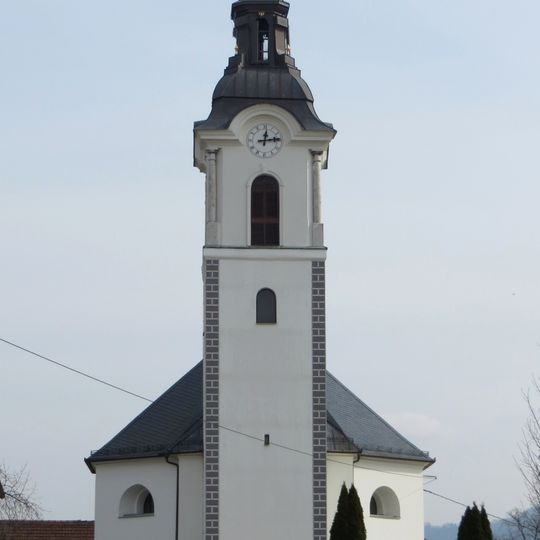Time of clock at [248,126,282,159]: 12:13
